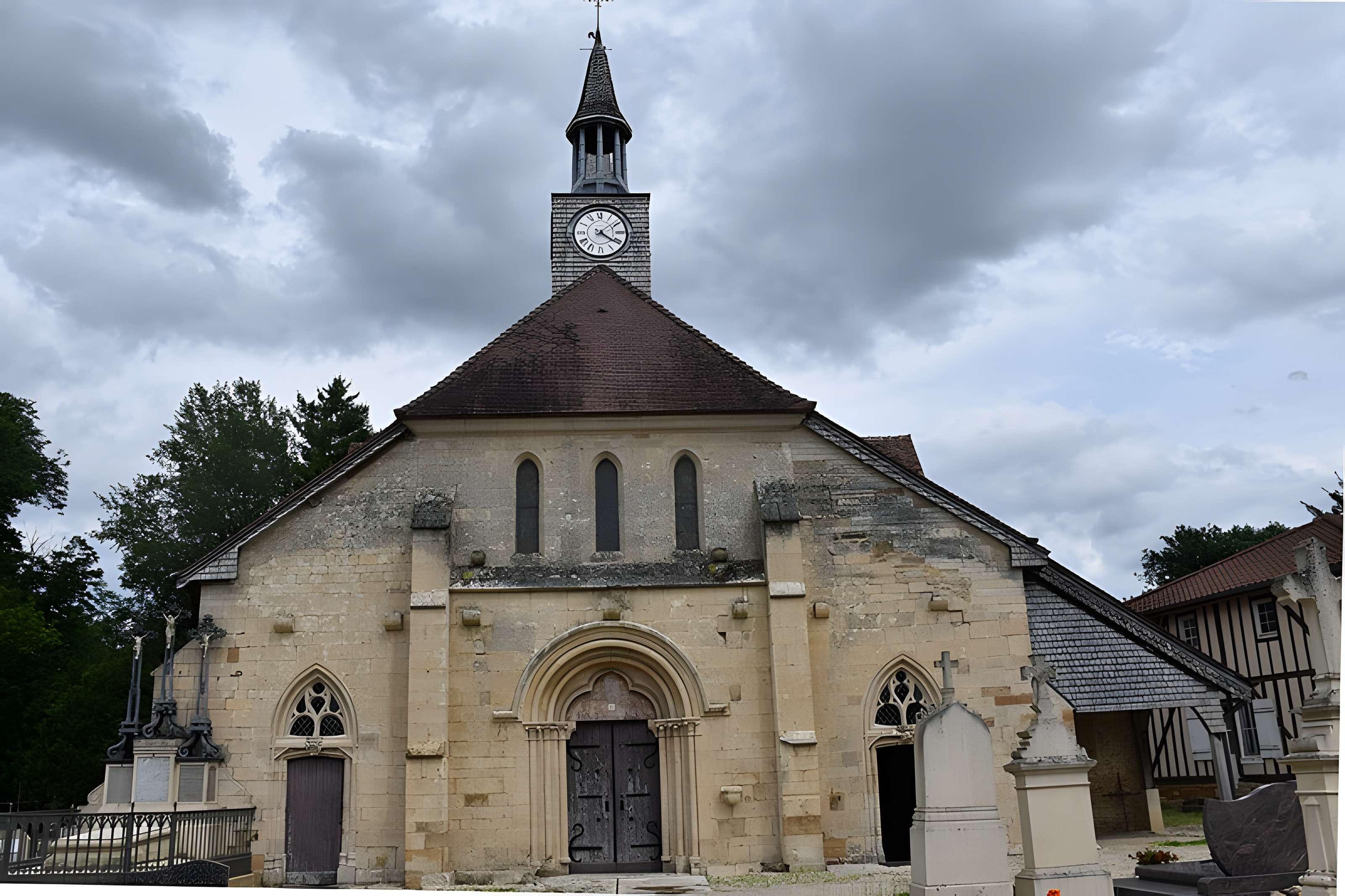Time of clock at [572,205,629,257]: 4:08
